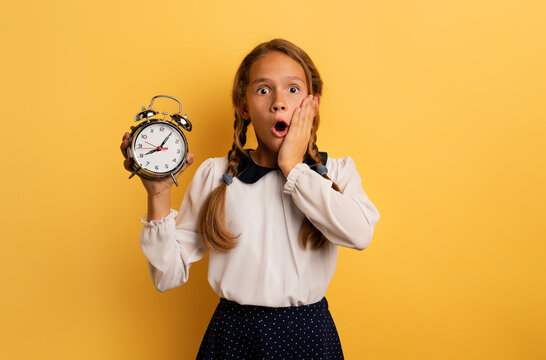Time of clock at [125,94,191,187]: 8:05
